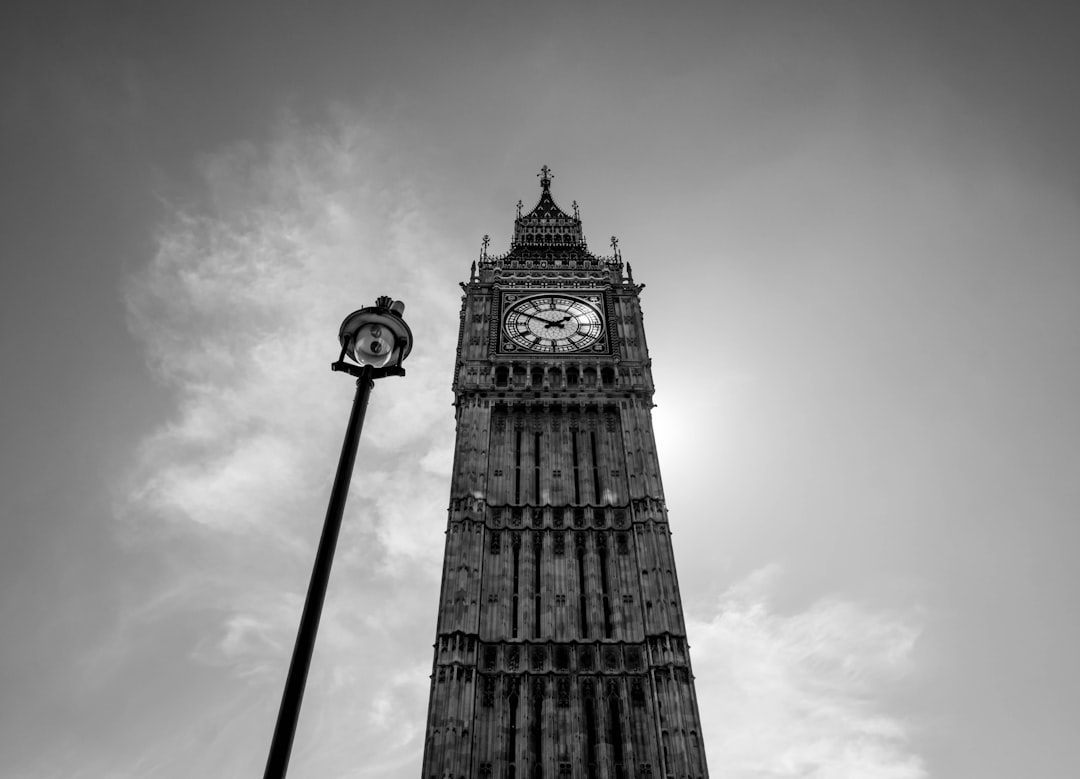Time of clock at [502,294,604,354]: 1:49
